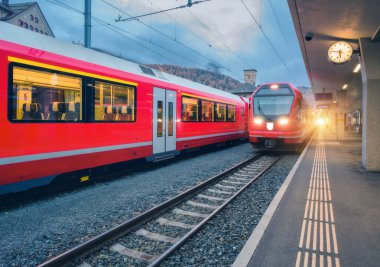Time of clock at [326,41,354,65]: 5:46
